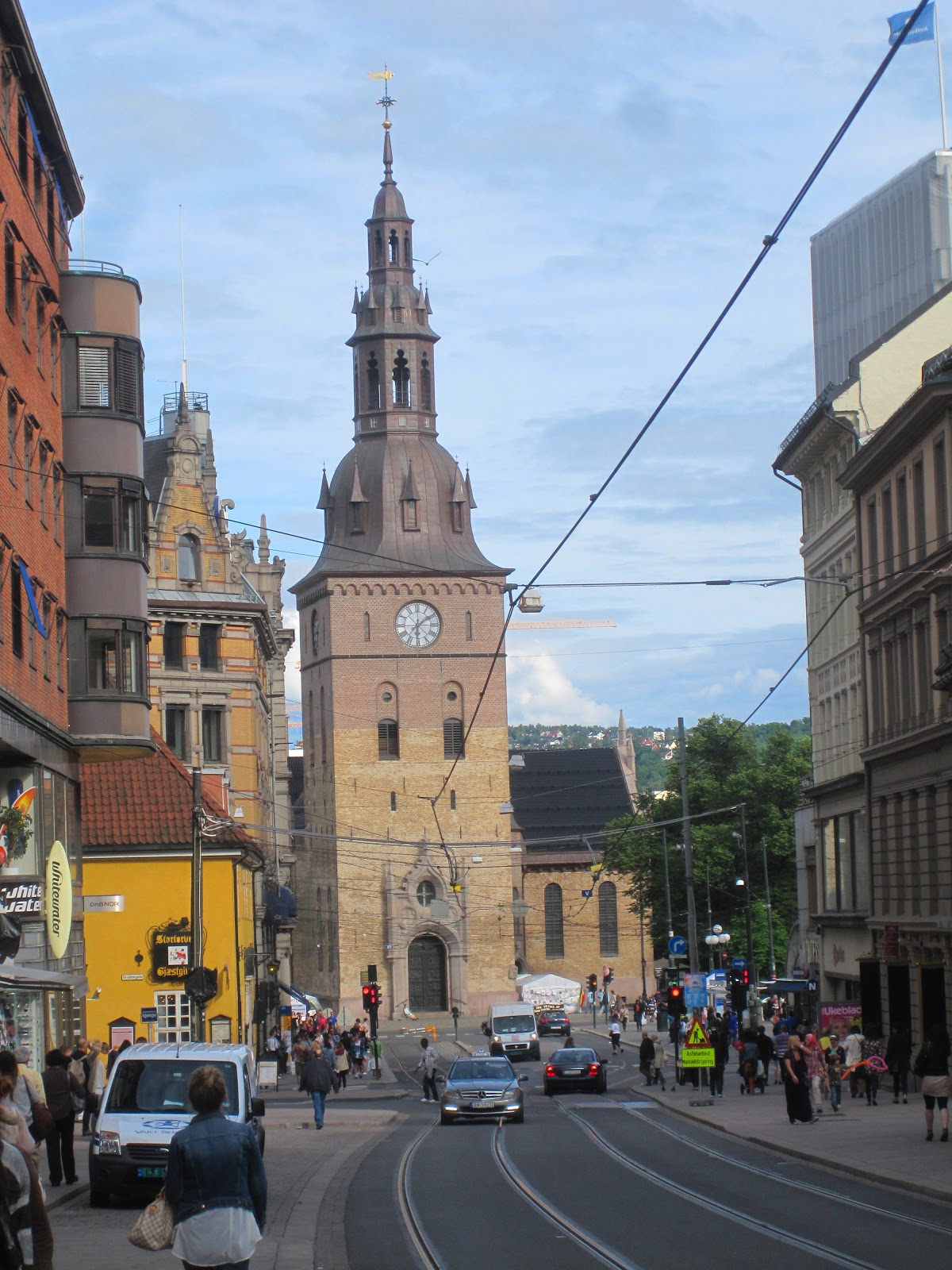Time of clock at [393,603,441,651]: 6:08
